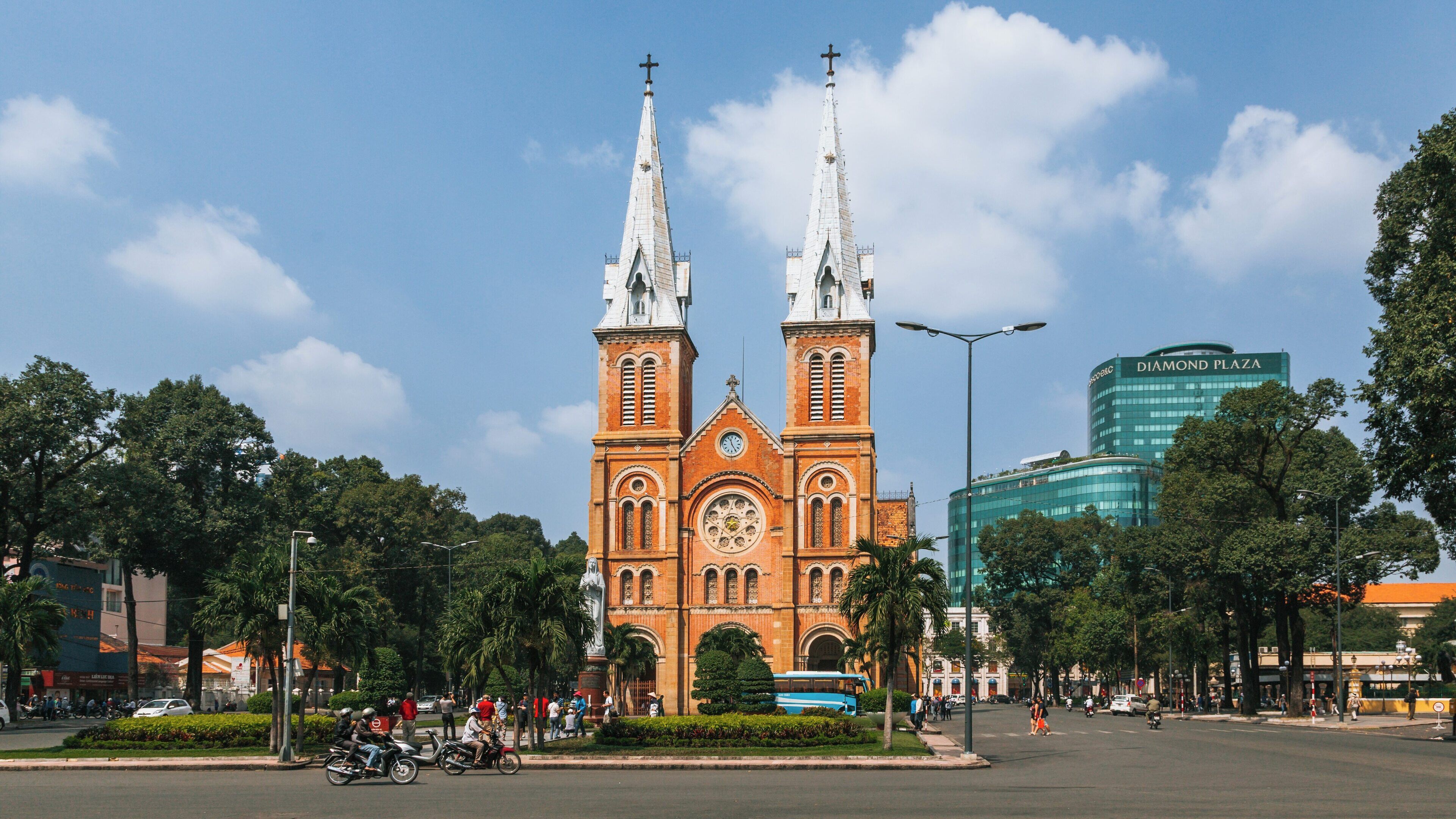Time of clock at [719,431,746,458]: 11:24
